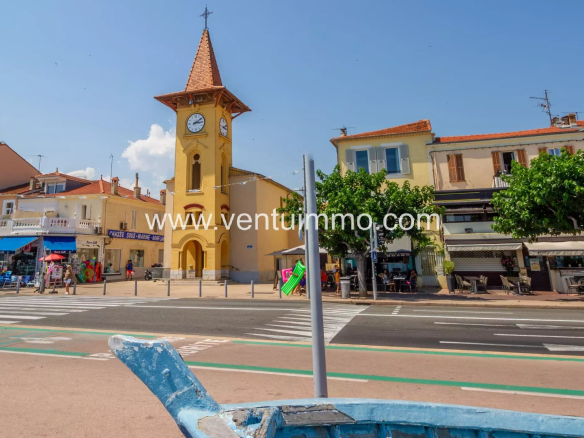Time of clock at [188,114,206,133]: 3:09
